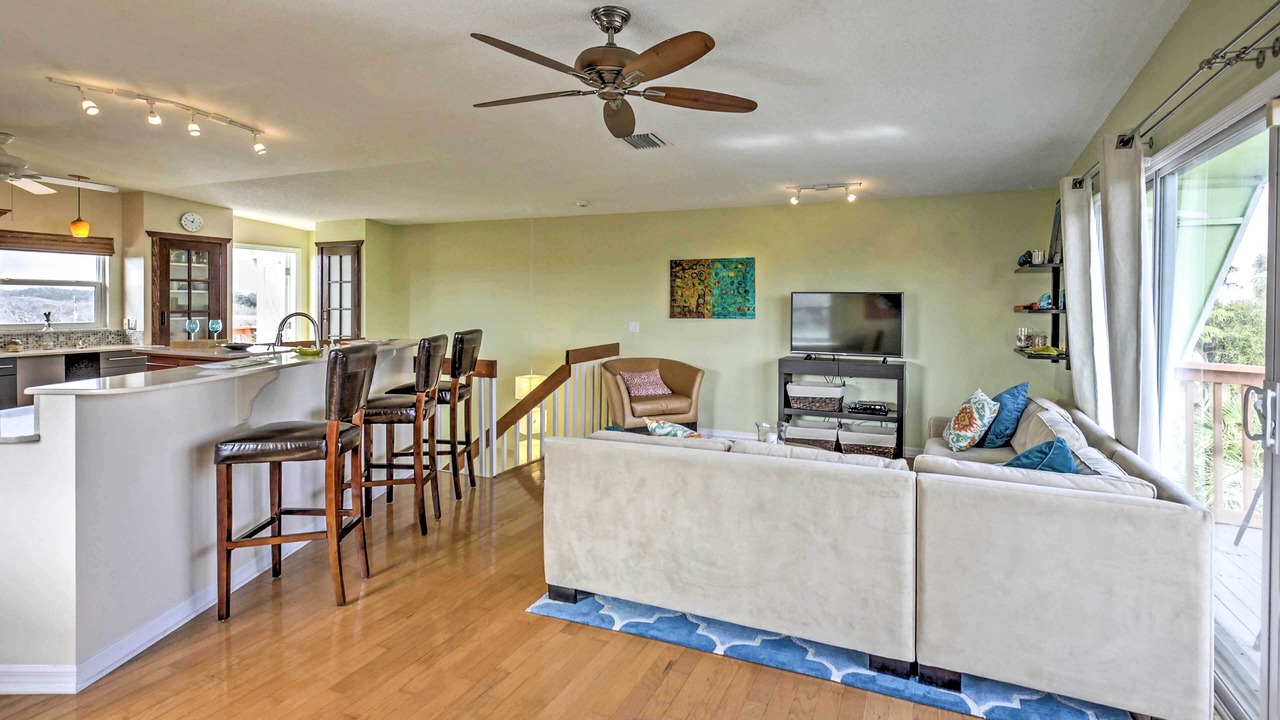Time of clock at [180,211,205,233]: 12:48
